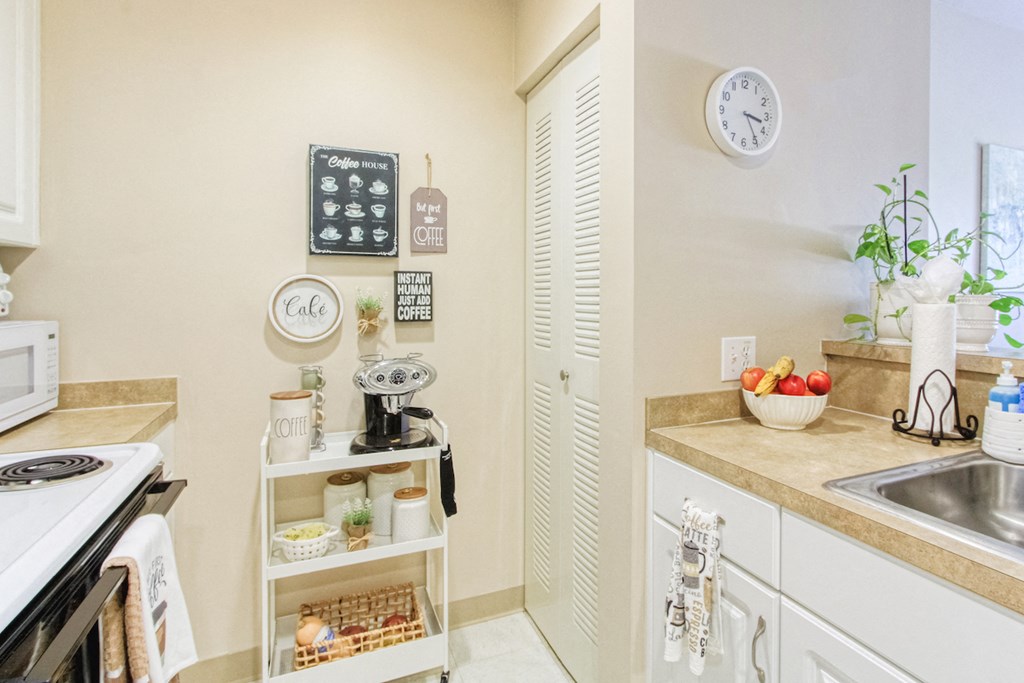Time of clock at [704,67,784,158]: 3:24
